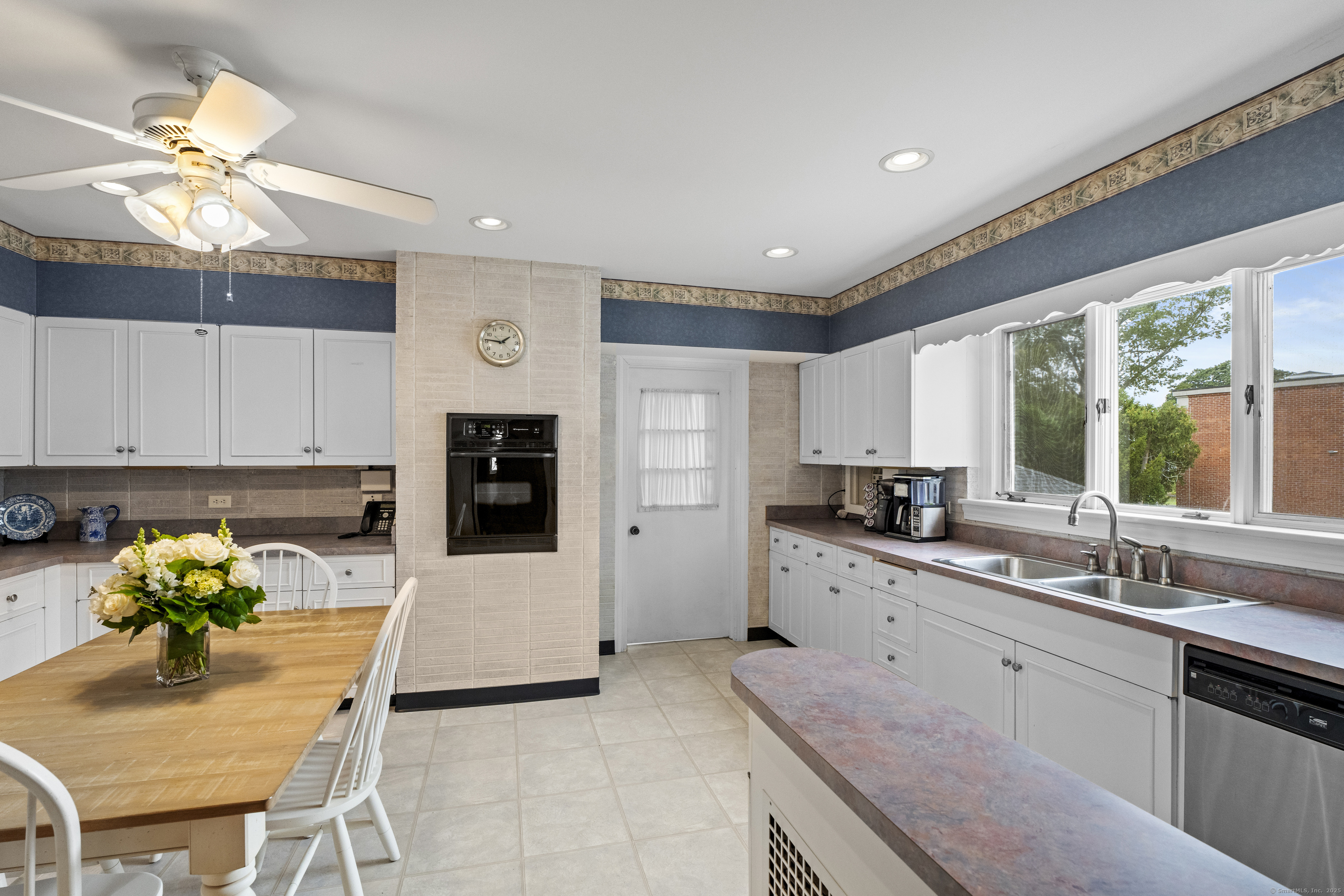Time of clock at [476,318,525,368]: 1:46
